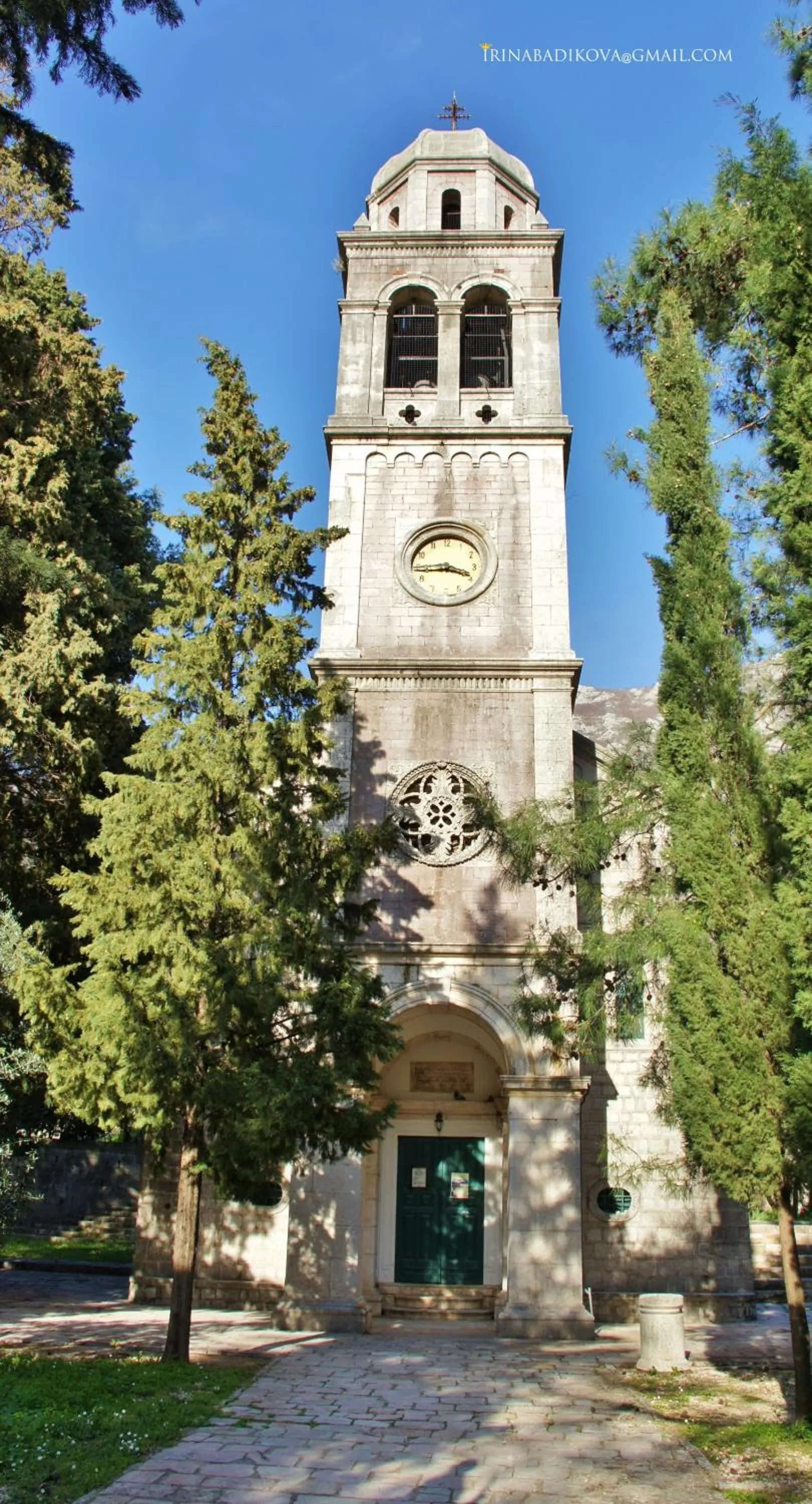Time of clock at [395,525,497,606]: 3:44
